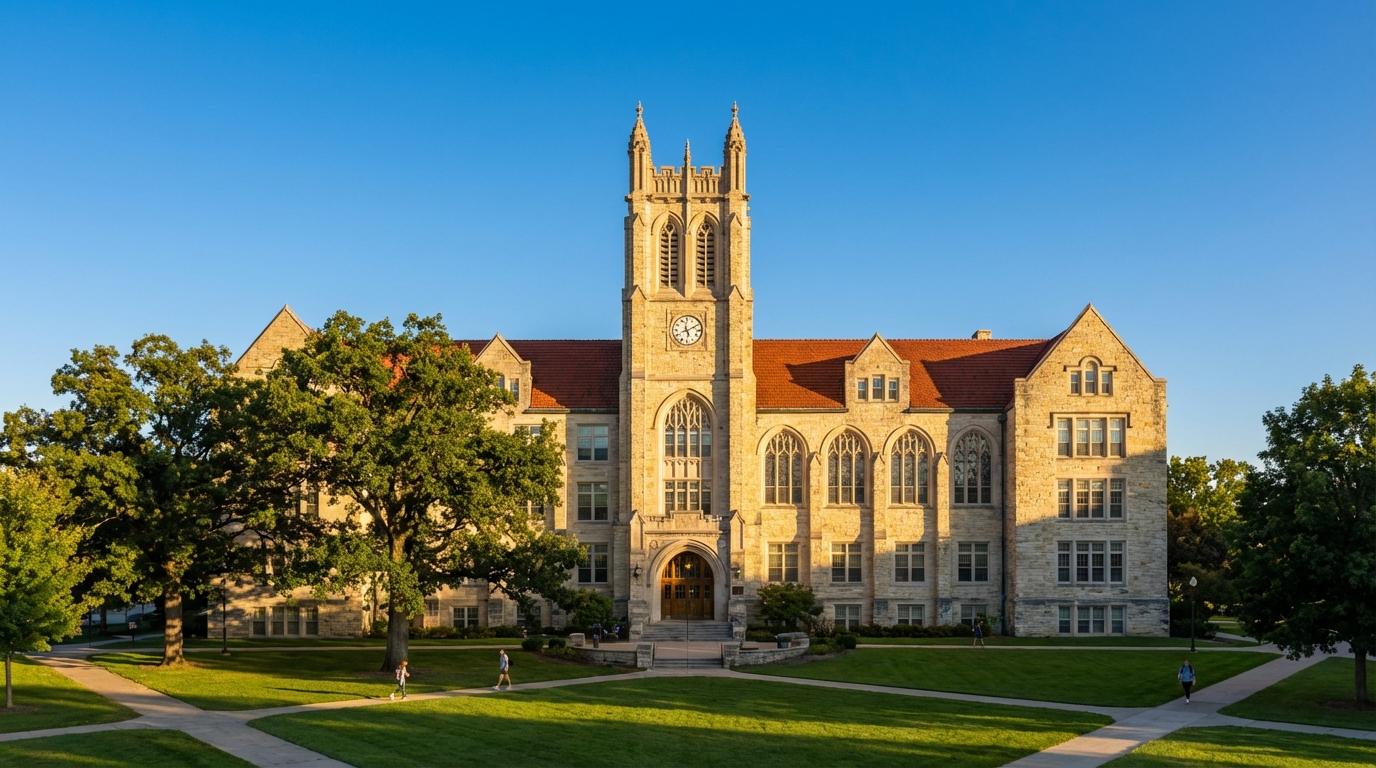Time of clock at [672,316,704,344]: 5:09
